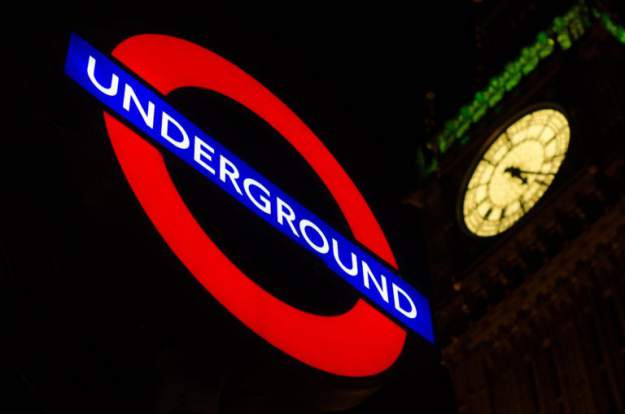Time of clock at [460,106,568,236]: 4:18
